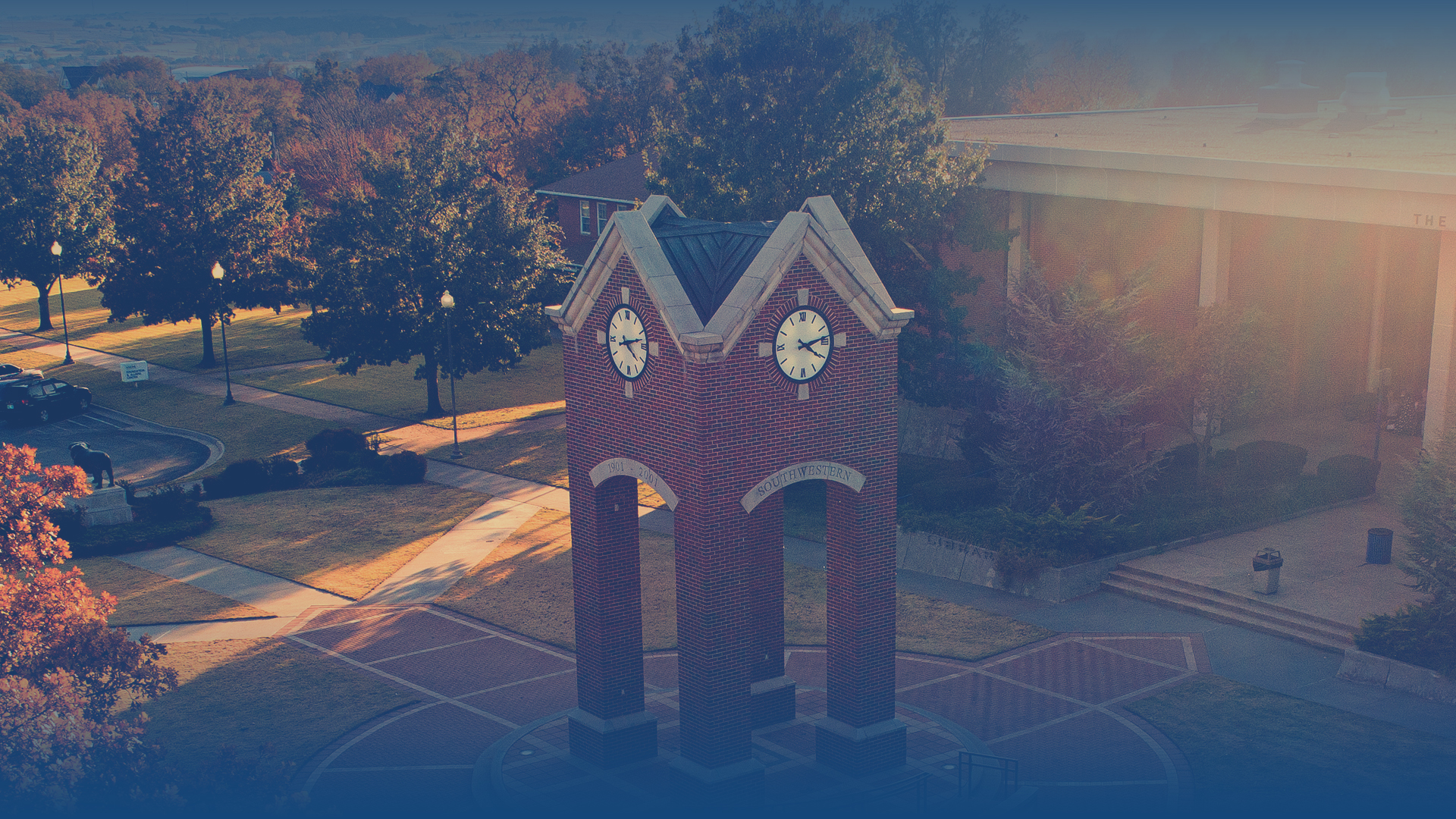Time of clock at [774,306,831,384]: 4:13
